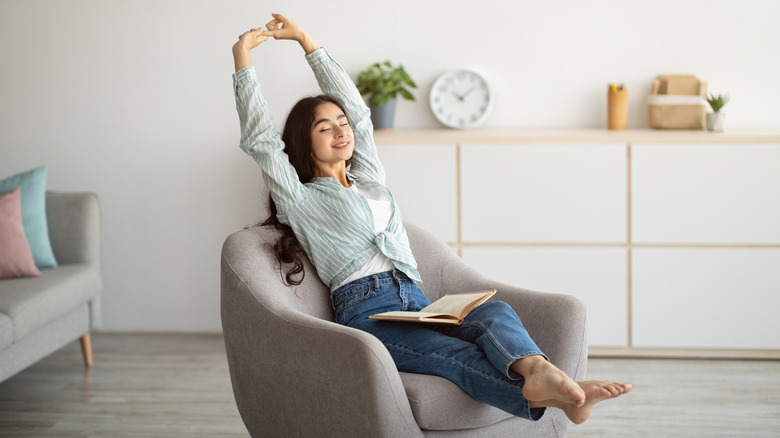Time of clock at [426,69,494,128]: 10:07
